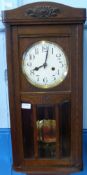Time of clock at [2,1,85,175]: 8:02
